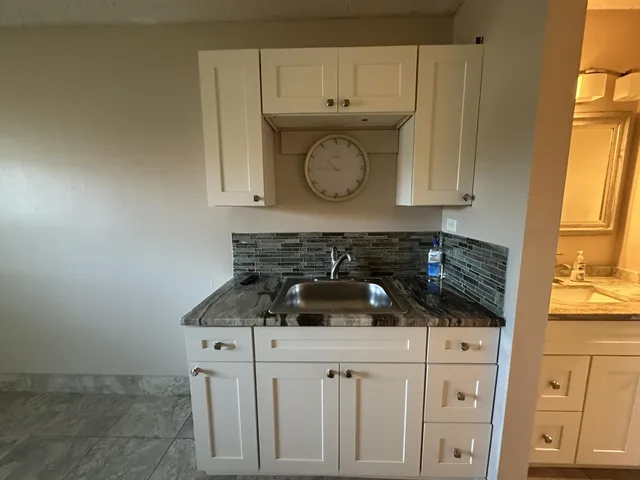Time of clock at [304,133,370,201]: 10:45
